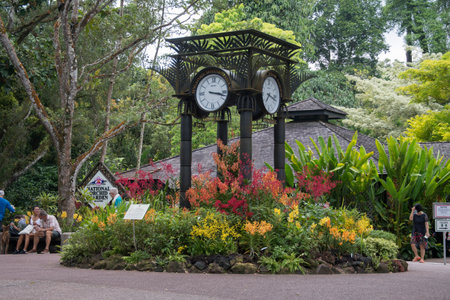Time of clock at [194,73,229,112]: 3:17
